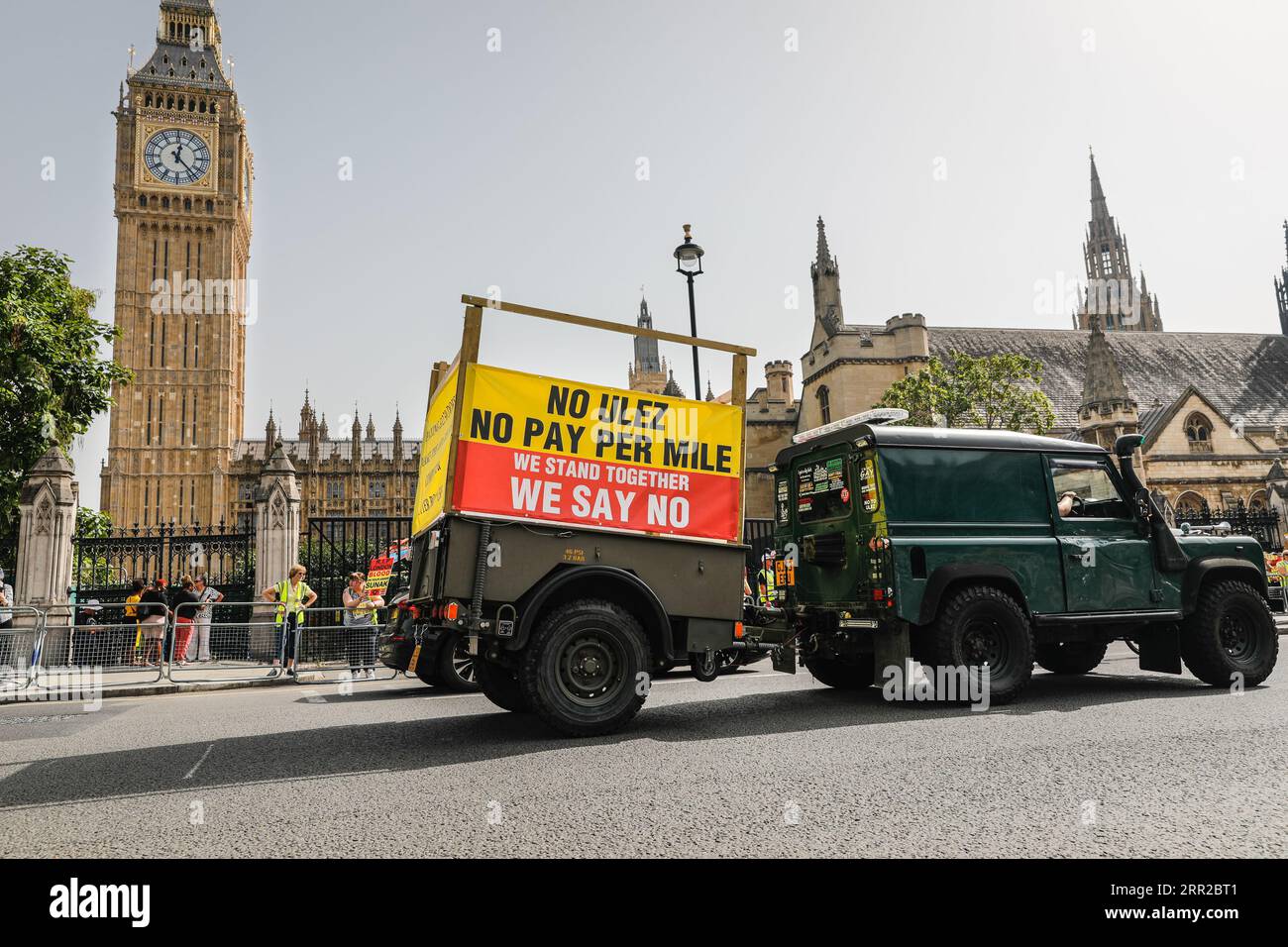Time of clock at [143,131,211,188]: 12:23
